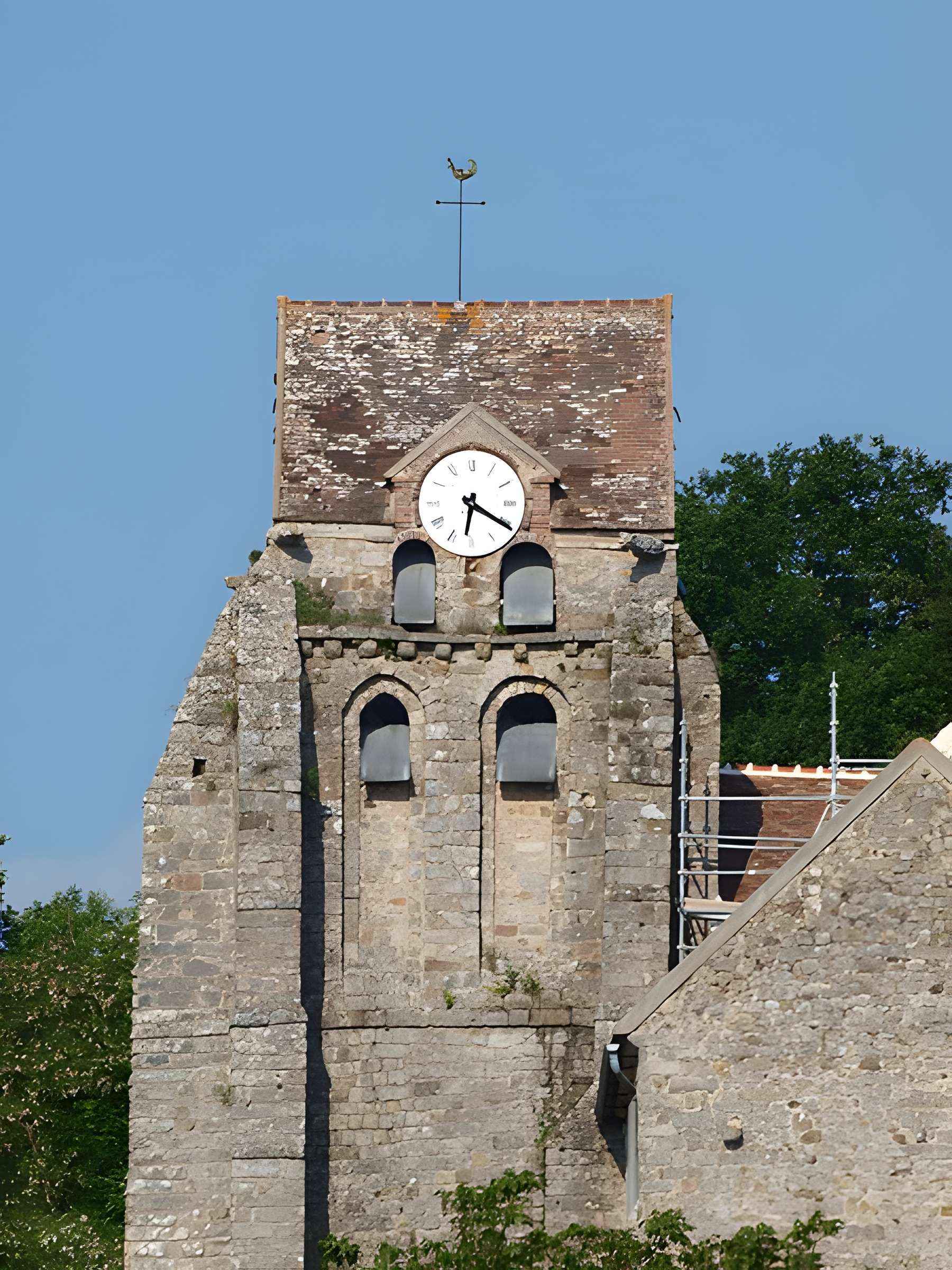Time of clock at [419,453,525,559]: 6:20
